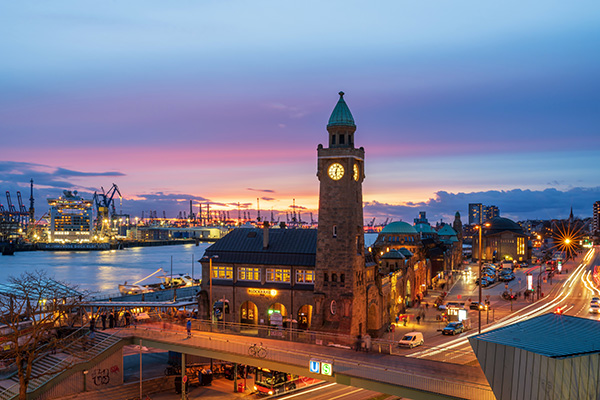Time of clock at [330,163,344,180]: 6:03
